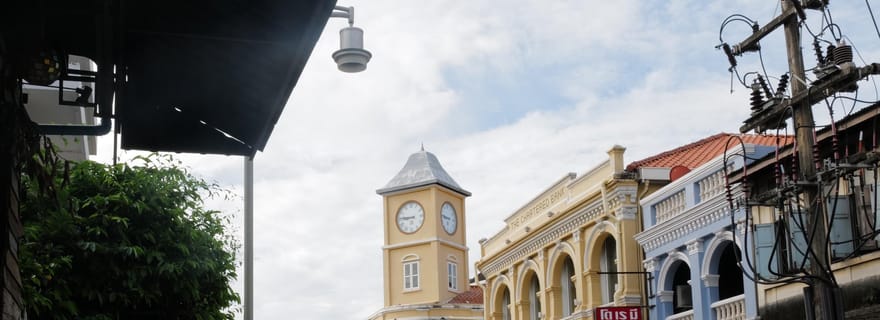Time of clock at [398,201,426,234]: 8:45
